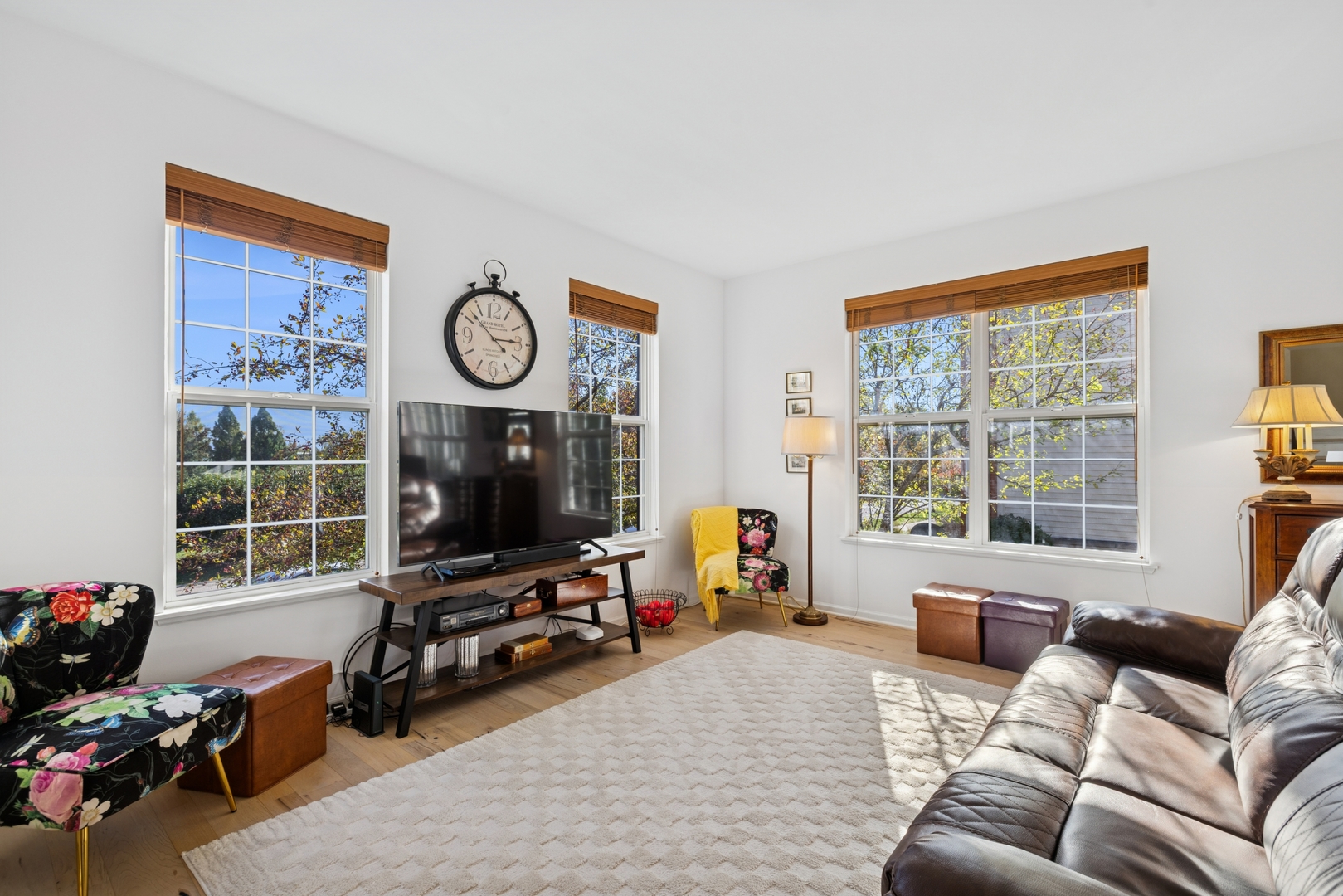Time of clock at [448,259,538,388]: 2:52
